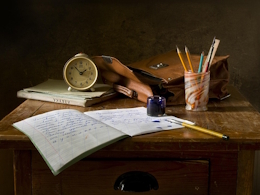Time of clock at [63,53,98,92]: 1:52
